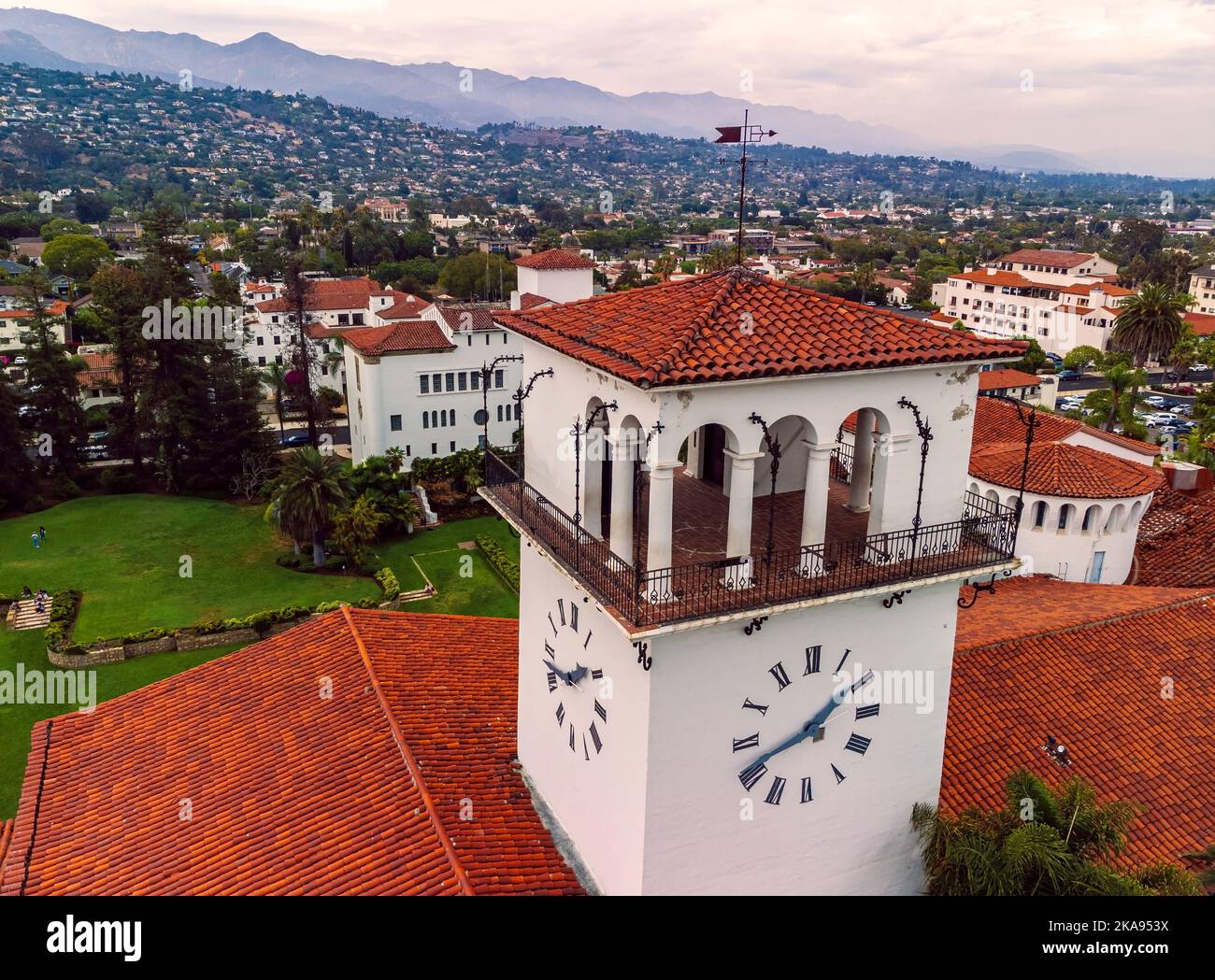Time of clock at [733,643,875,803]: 1:41
